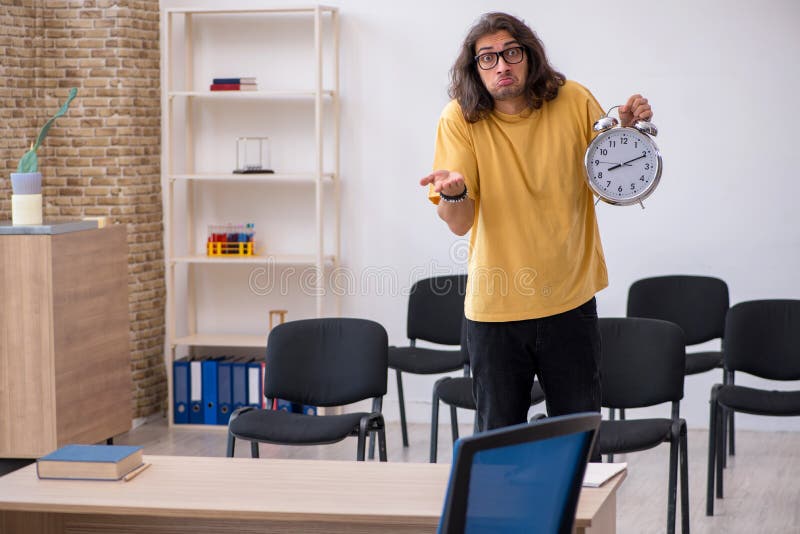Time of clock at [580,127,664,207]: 8:10
